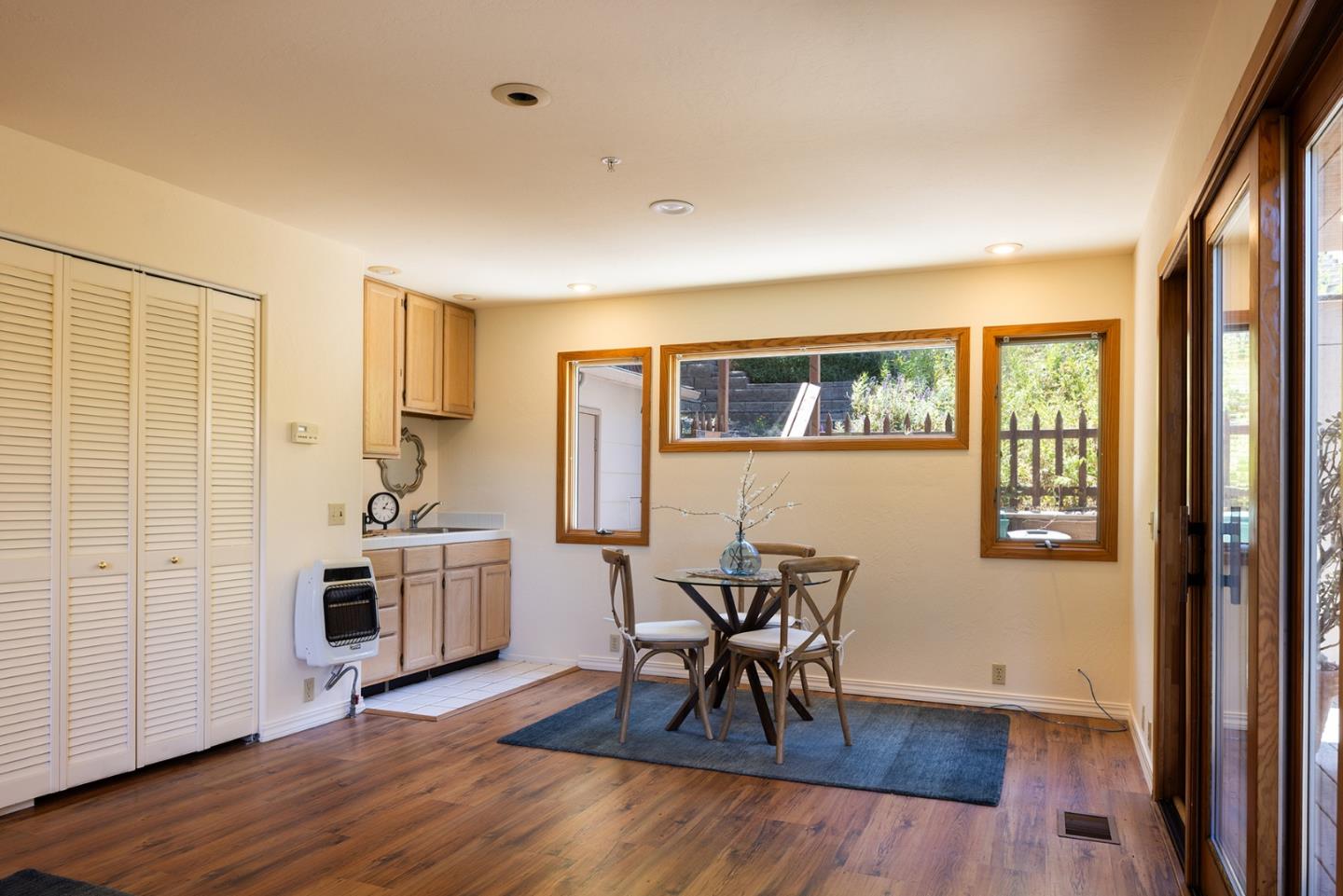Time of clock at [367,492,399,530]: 1:16
